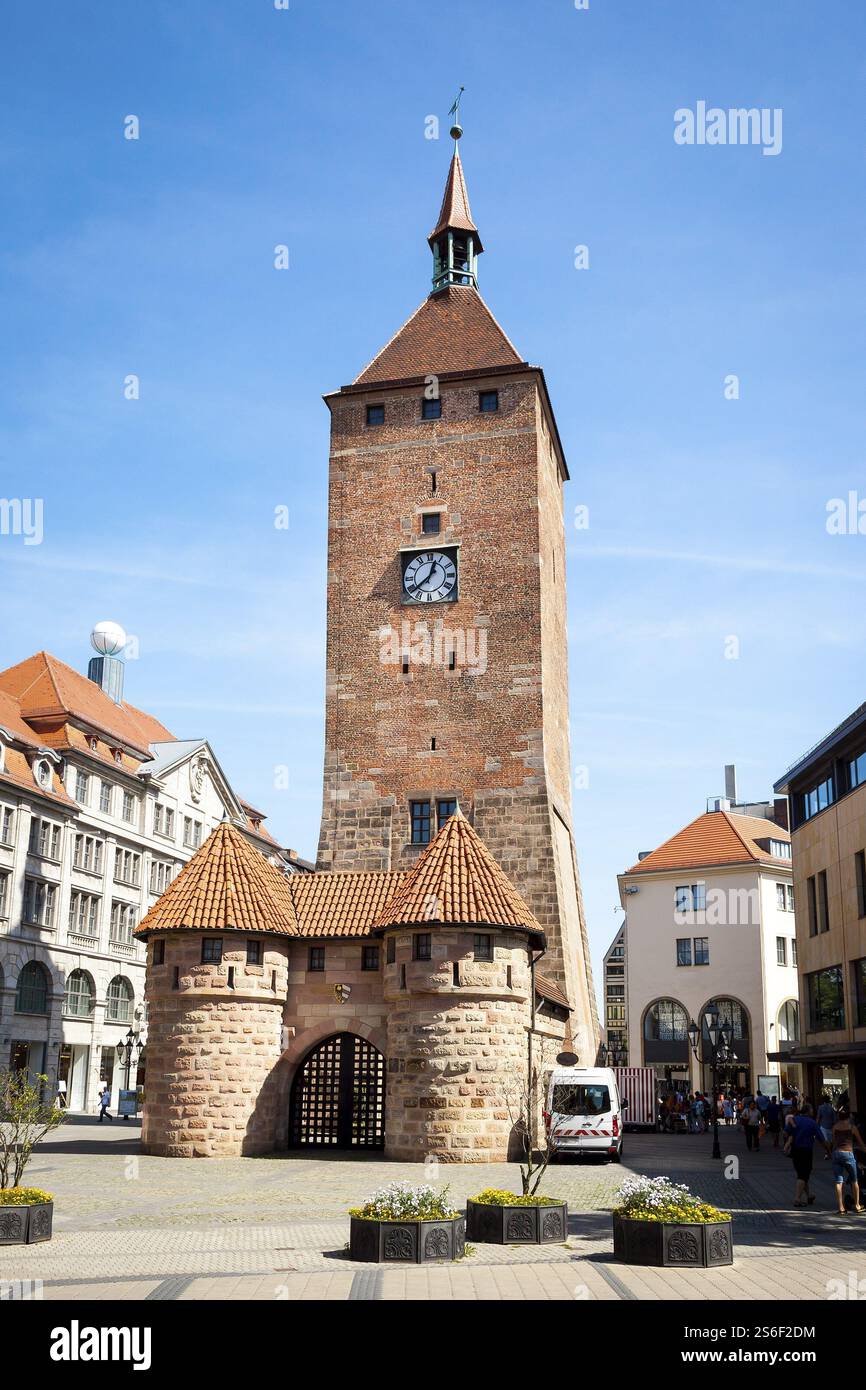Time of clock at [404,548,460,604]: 12:38
